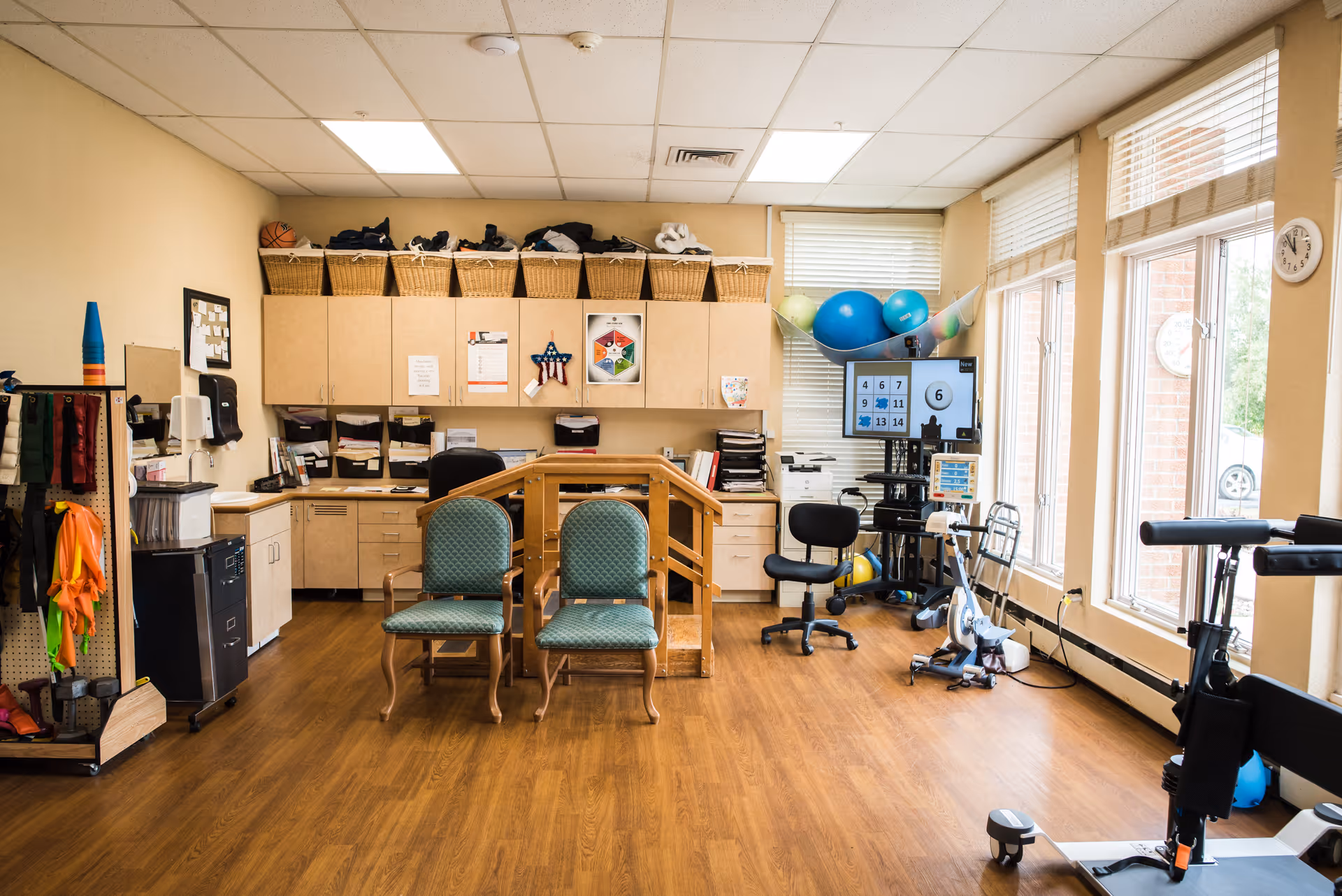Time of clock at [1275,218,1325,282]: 11:53
